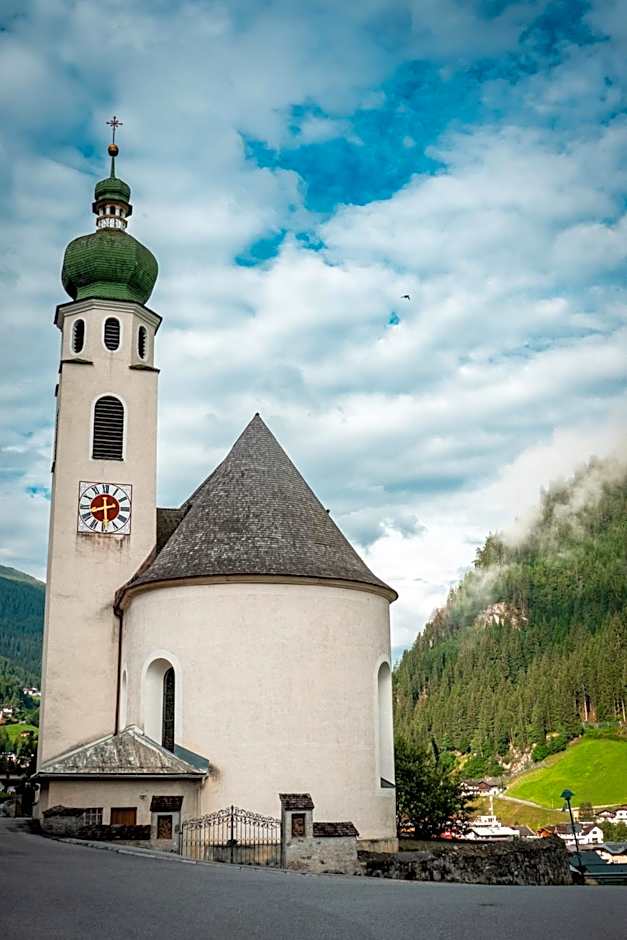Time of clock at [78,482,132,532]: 5:42
